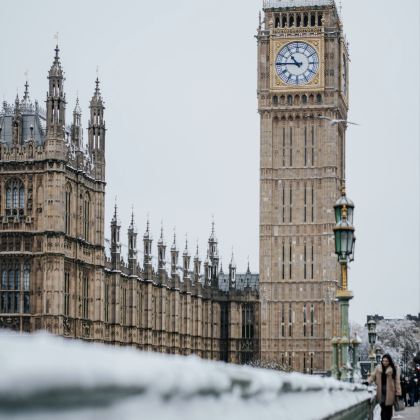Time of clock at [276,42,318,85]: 10:45
